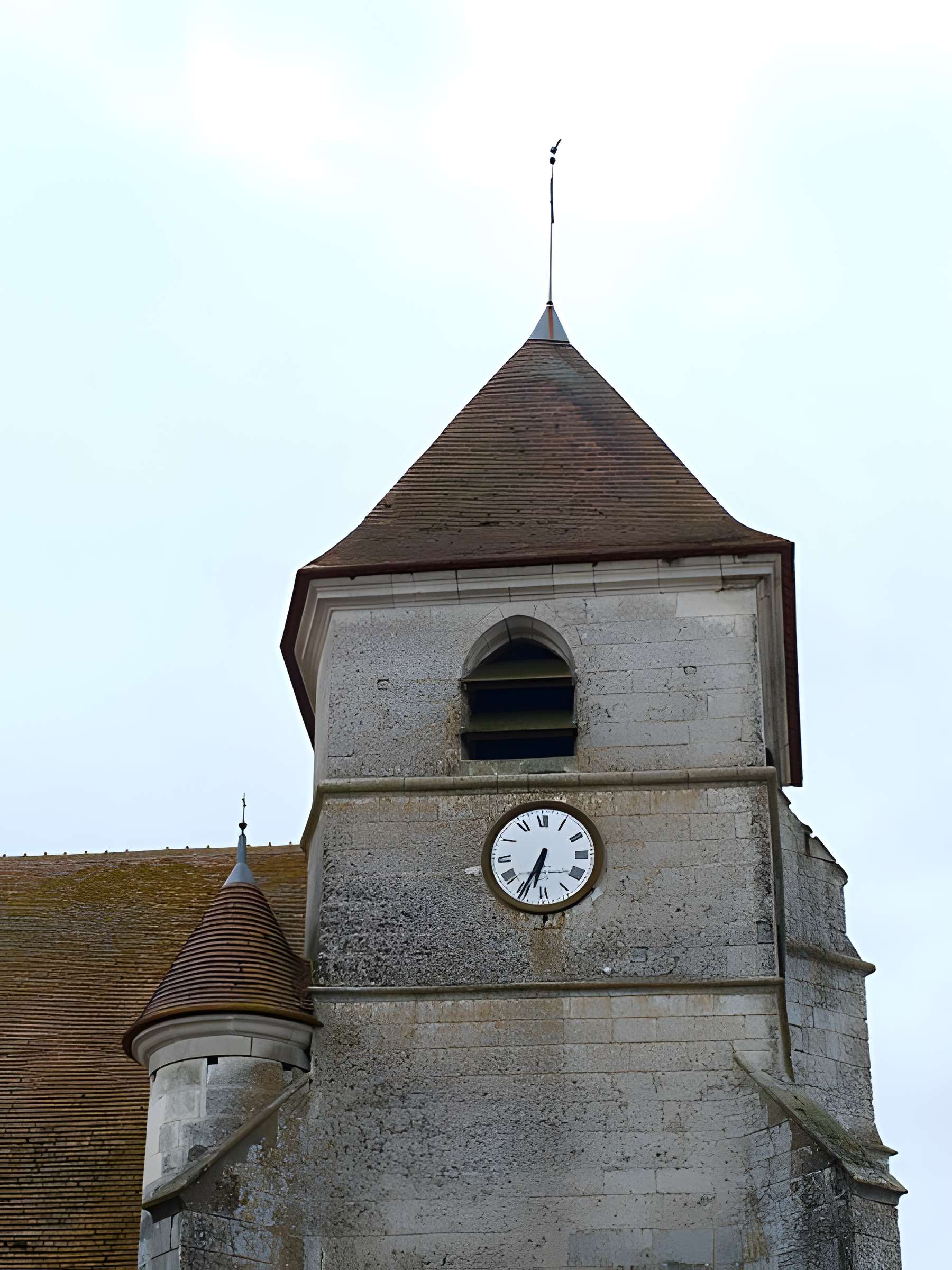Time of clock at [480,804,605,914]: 6:34
